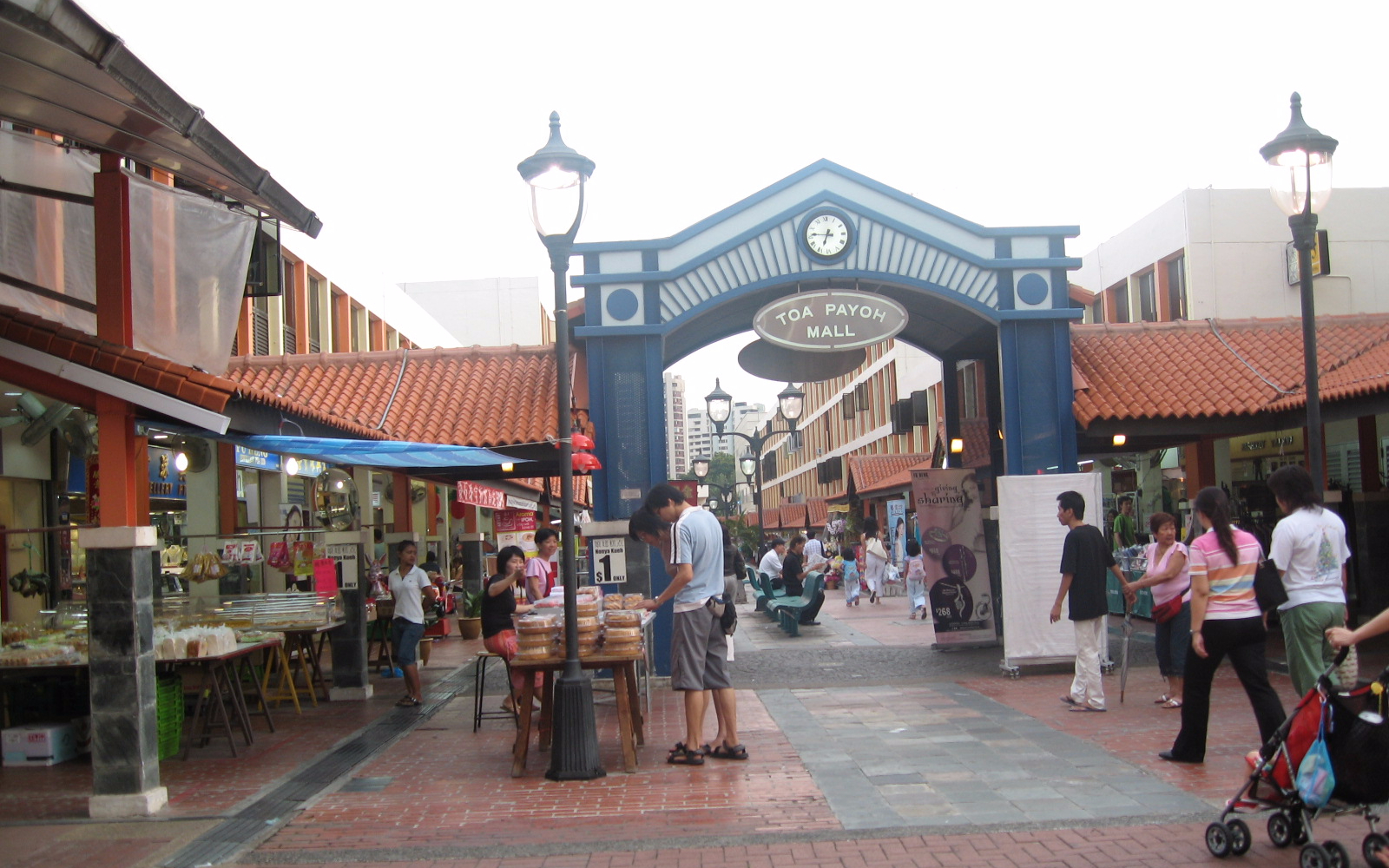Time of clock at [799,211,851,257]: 6:46
